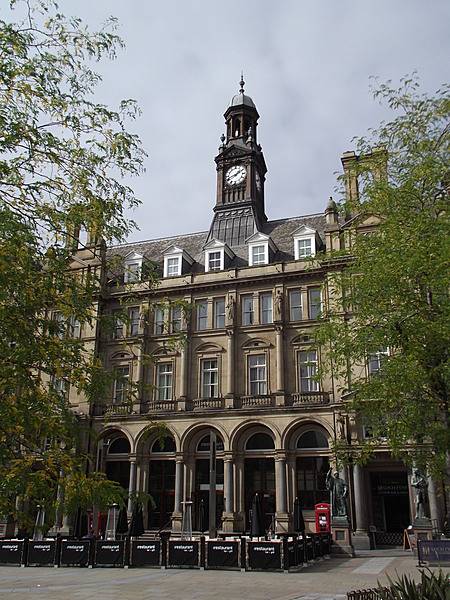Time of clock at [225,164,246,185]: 1:41
